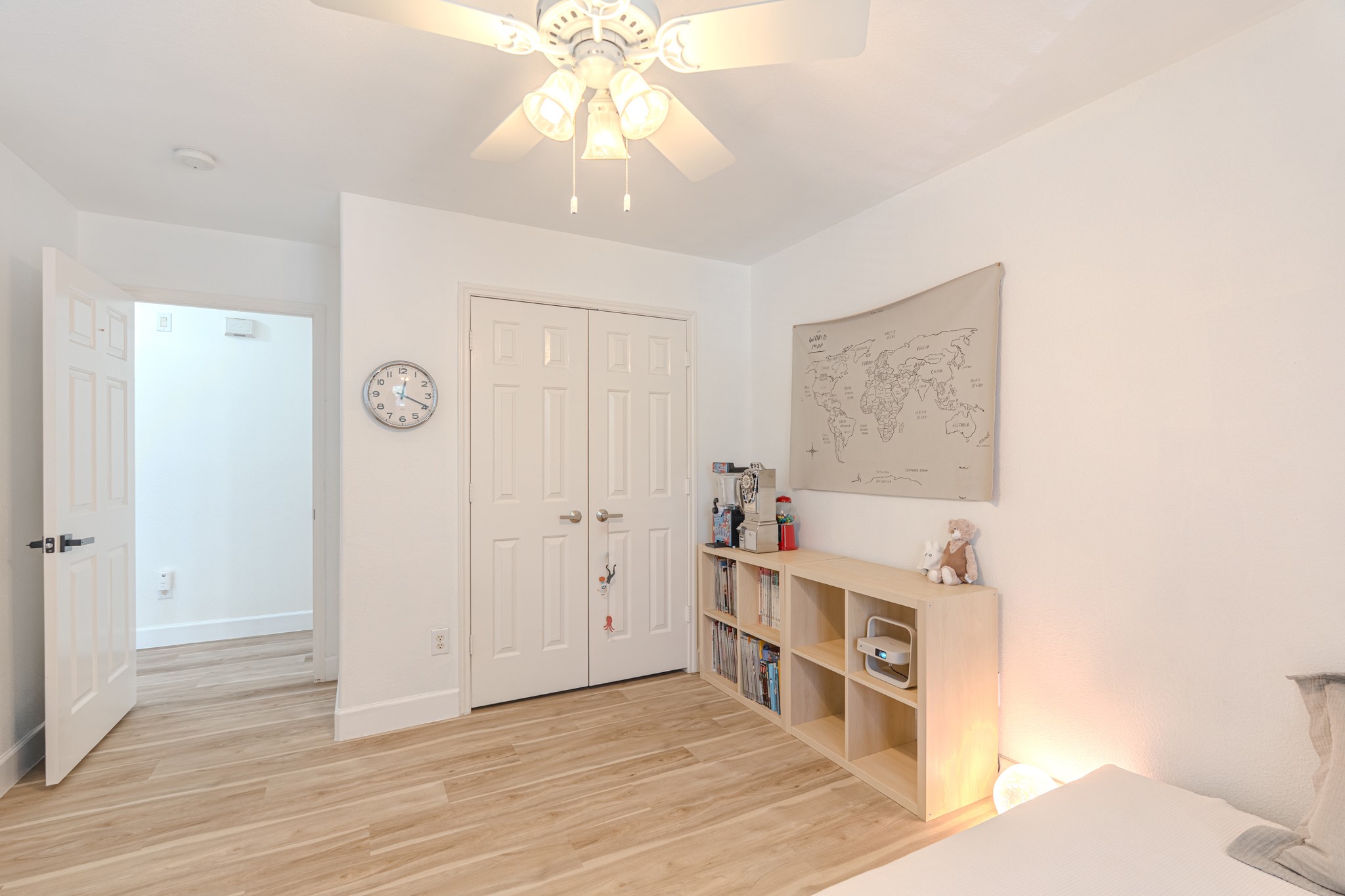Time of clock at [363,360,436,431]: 12:19
